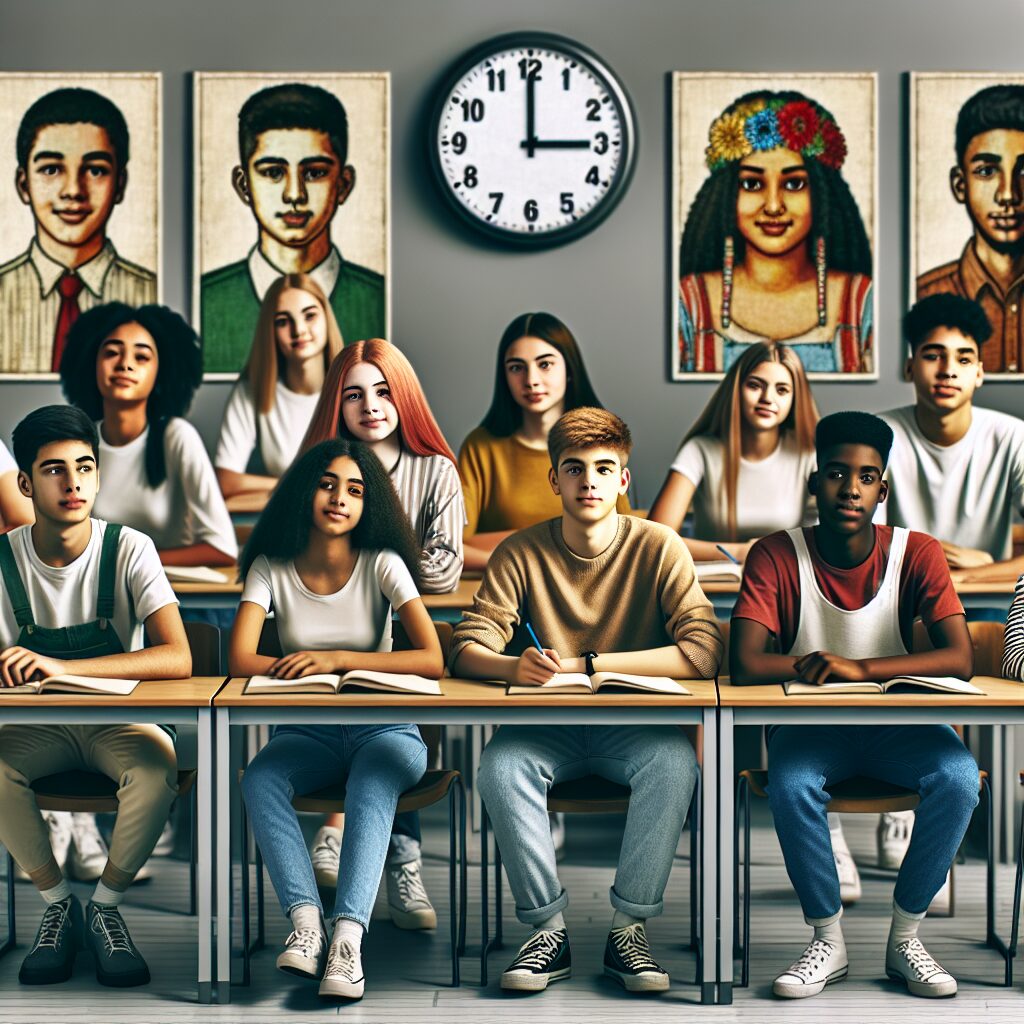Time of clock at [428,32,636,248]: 2:59
